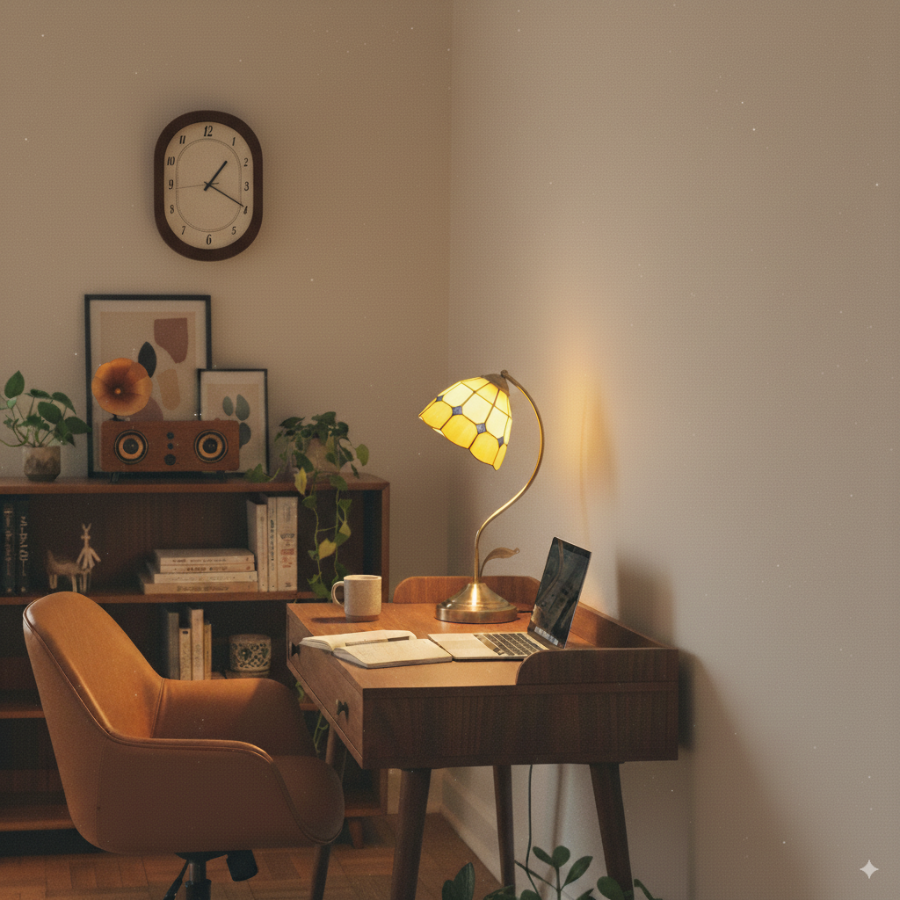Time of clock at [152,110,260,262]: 1:19
